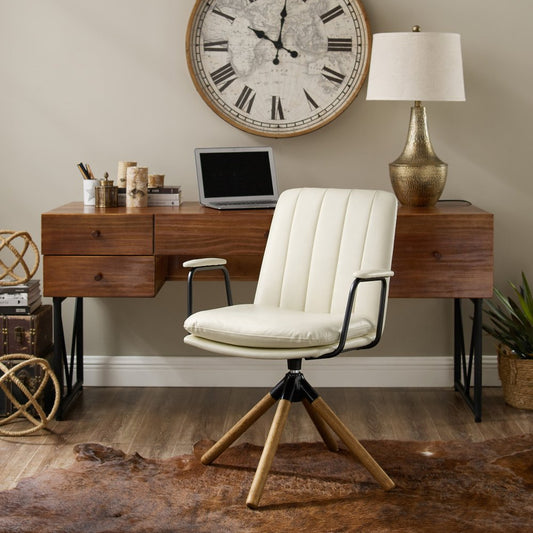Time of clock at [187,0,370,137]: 10:00
